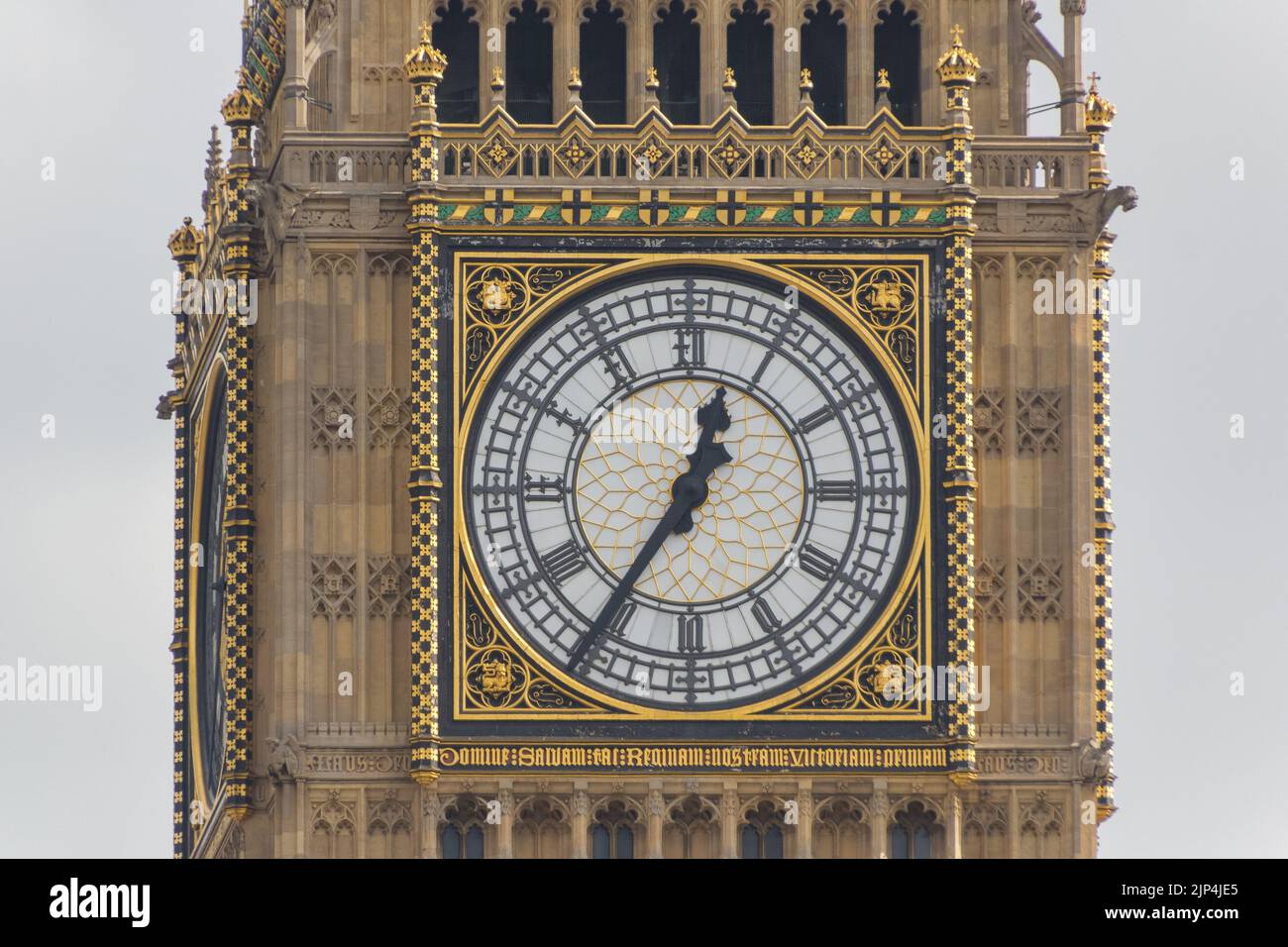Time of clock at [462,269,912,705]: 12:35
